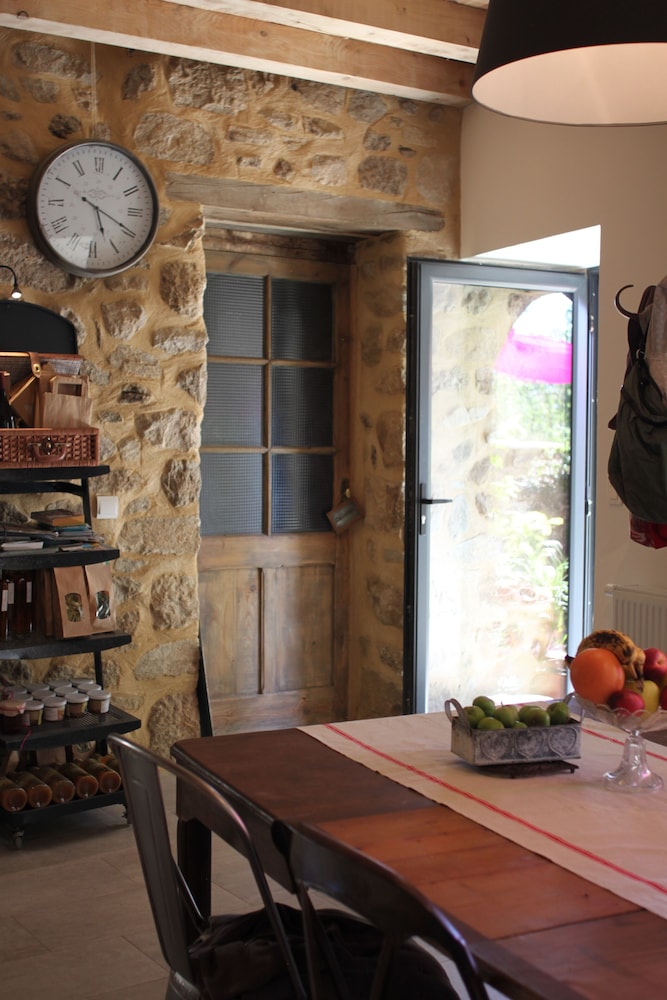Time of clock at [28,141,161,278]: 5:19
